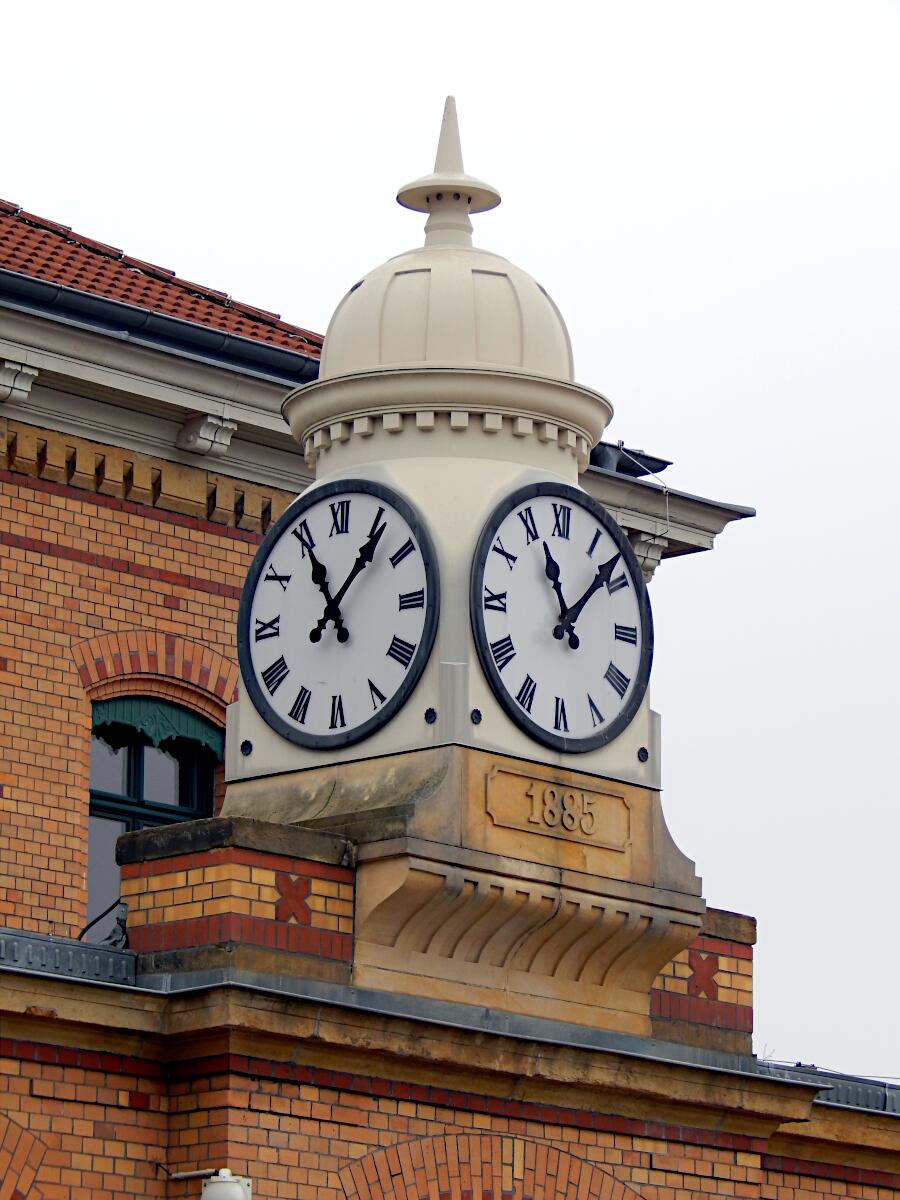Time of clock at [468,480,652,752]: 11:07
